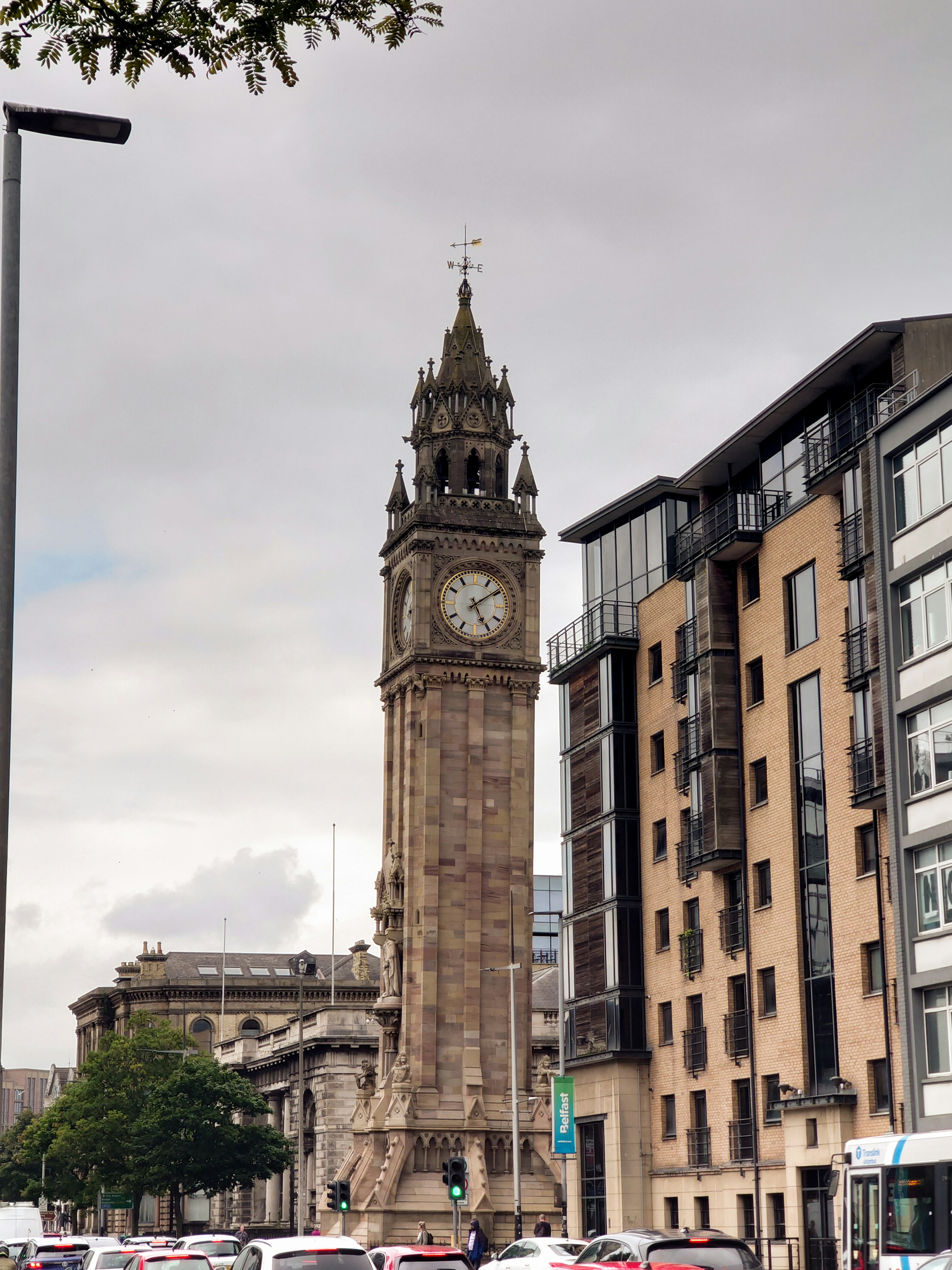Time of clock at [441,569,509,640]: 5:09
